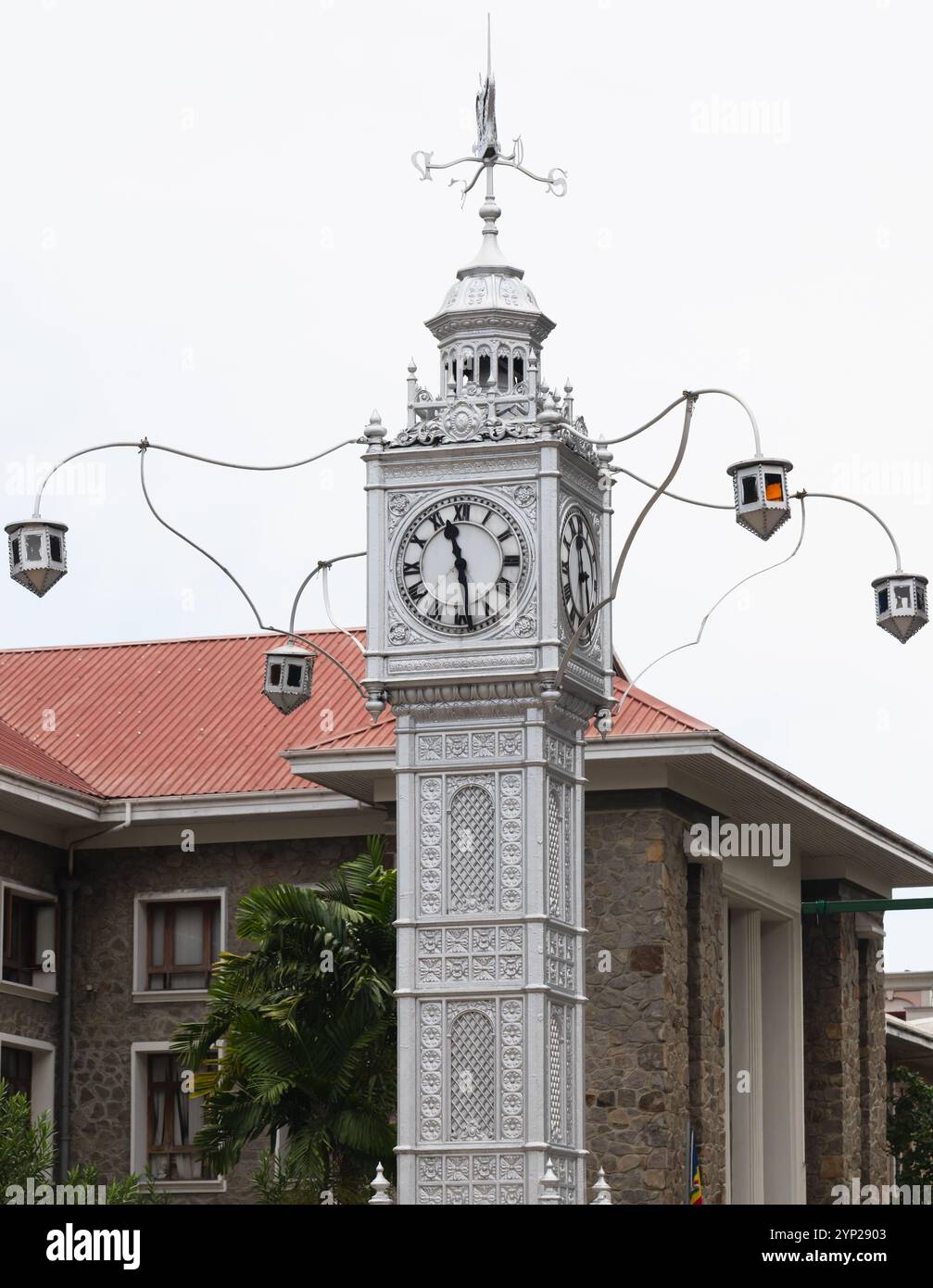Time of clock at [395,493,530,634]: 11:28
